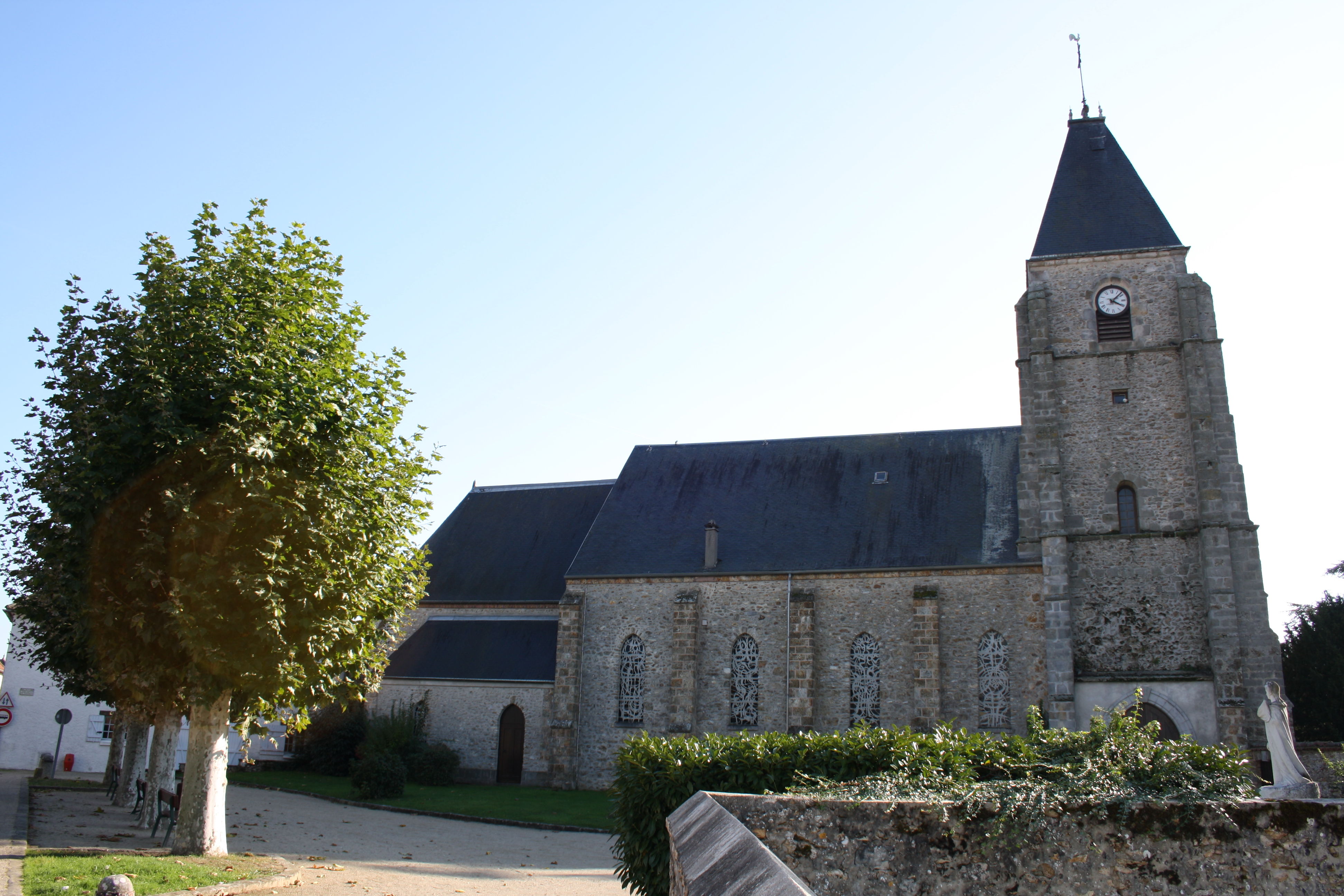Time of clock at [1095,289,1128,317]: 4:07
